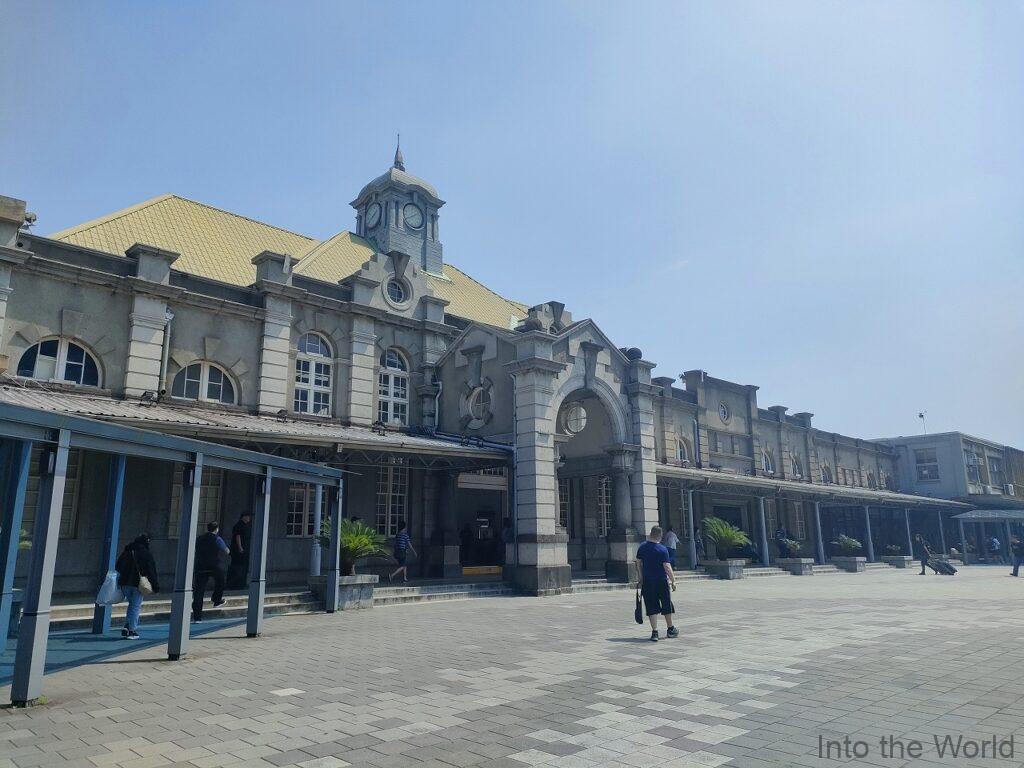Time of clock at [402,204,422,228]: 1:40
